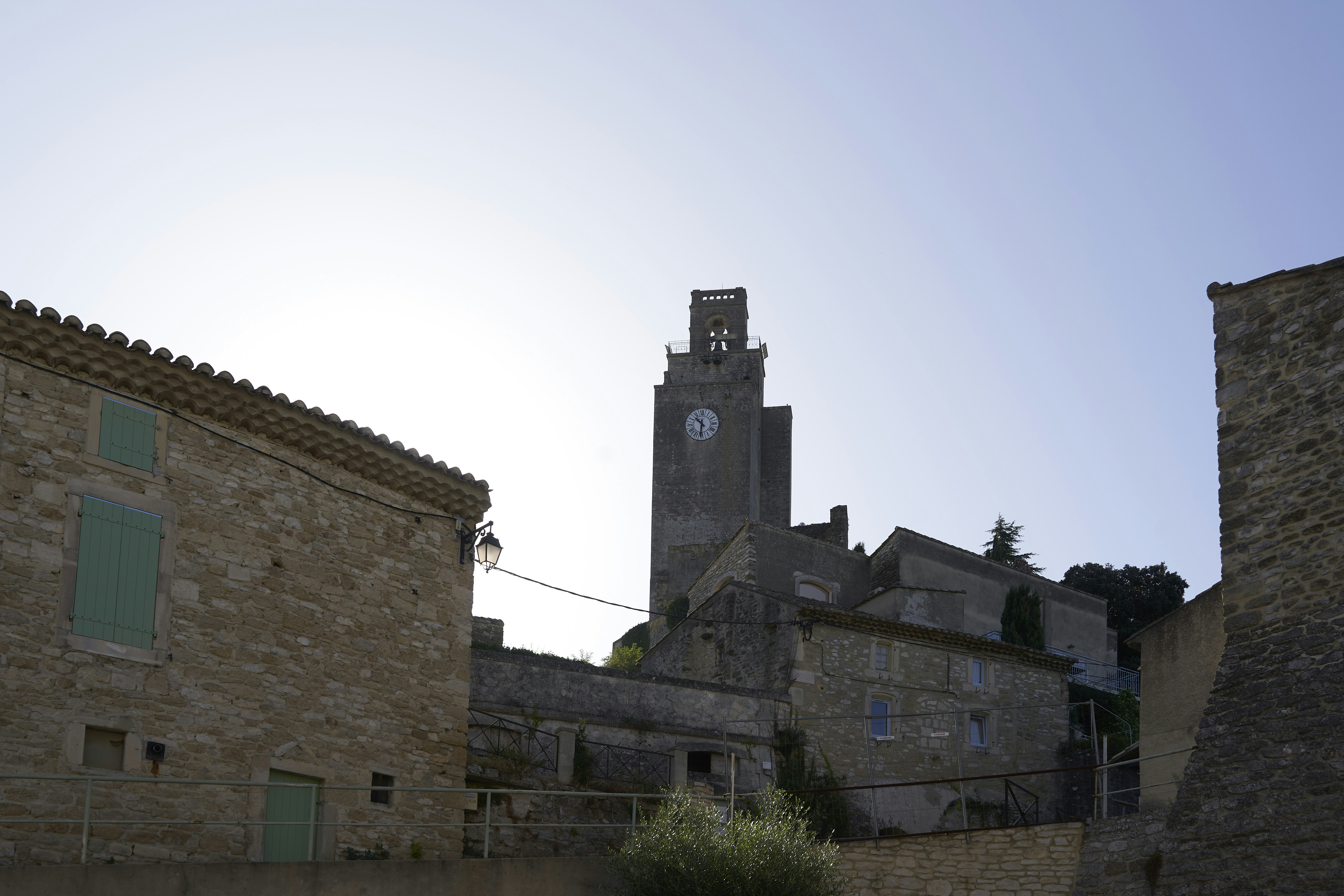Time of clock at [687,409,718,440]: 10:31
